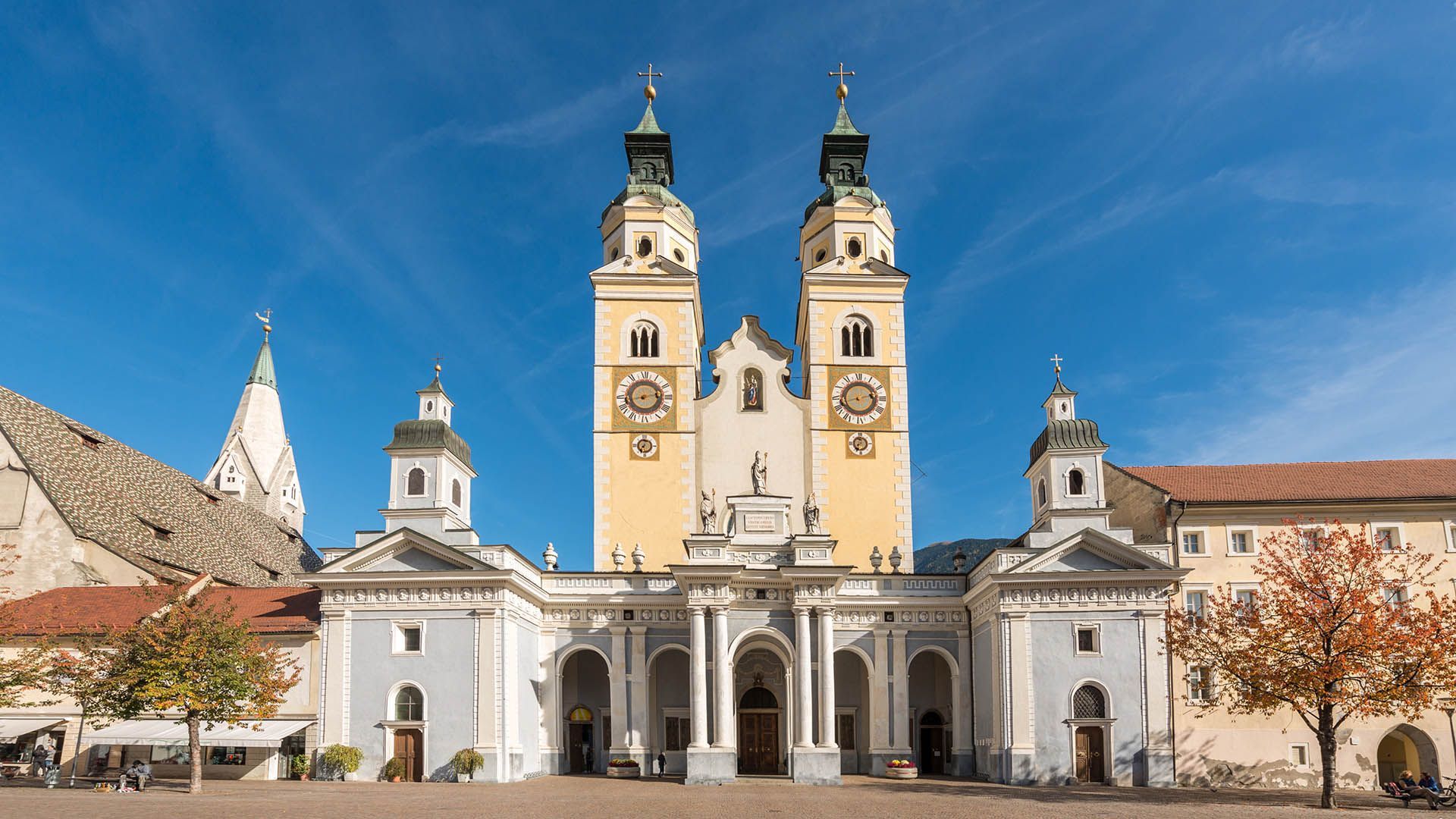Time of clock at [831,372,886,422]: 2:42
